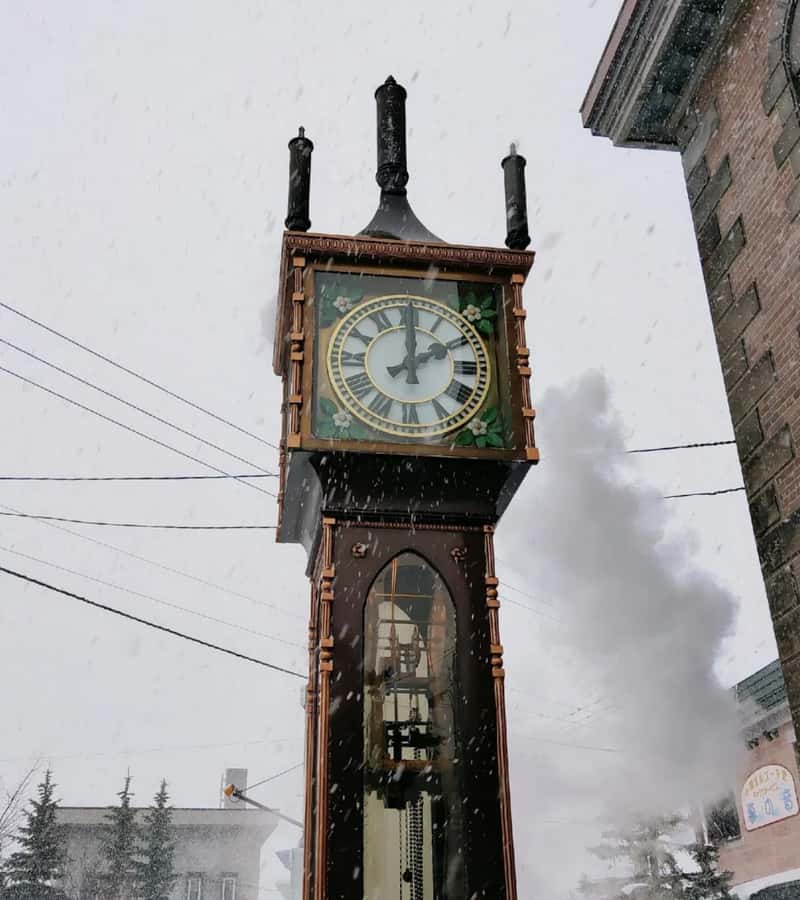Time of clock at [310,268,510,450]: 2:00
